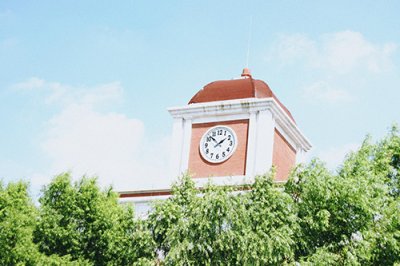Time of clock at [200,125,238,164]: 1:52
